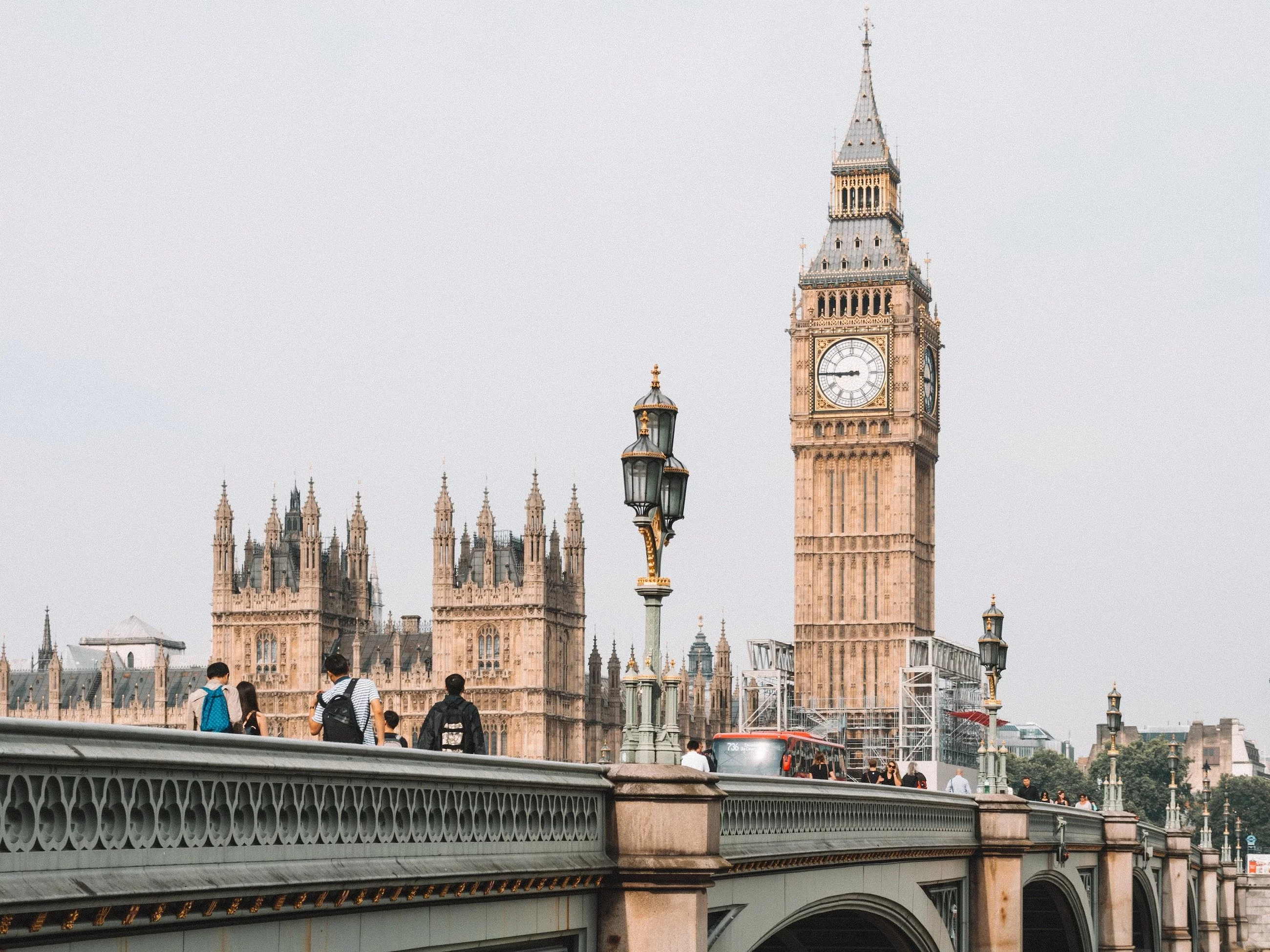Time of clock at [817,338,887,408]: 8:45
